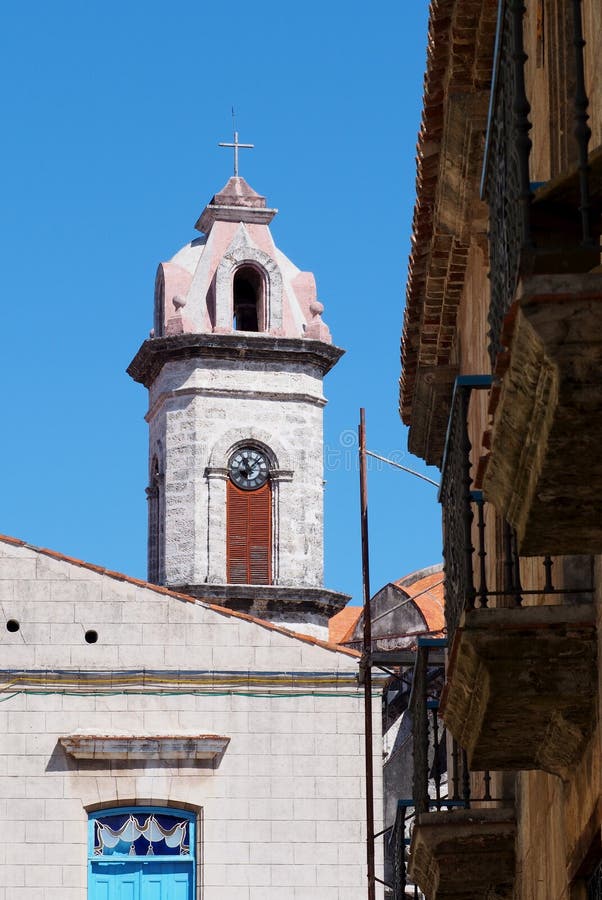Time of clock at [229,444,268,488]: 11:07
